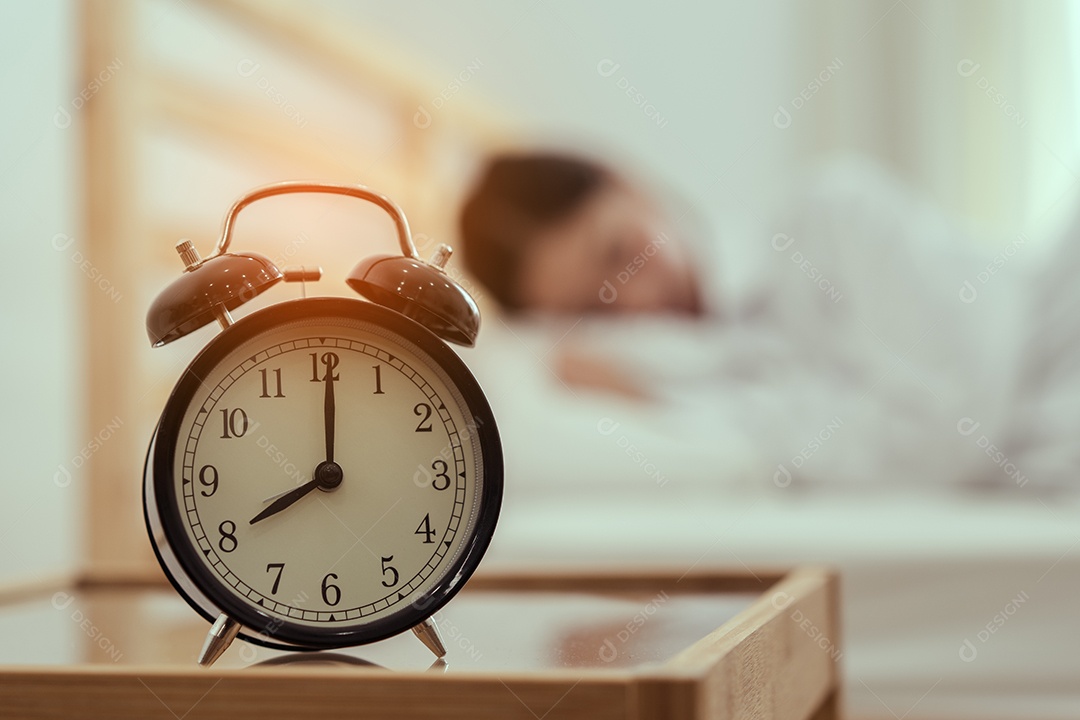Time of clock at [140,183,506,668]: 8:00
